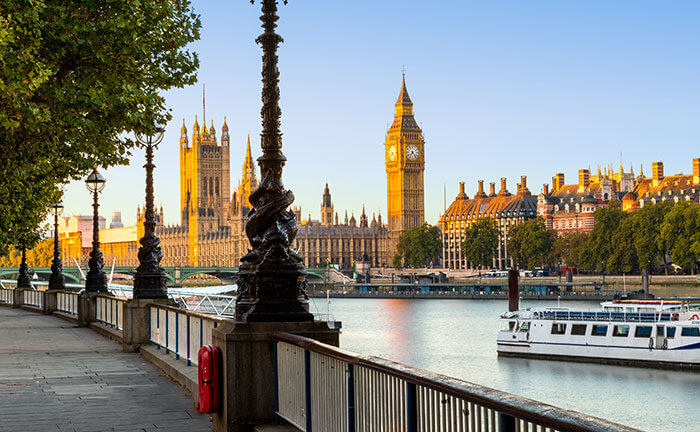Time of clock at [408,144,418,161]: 7:23
